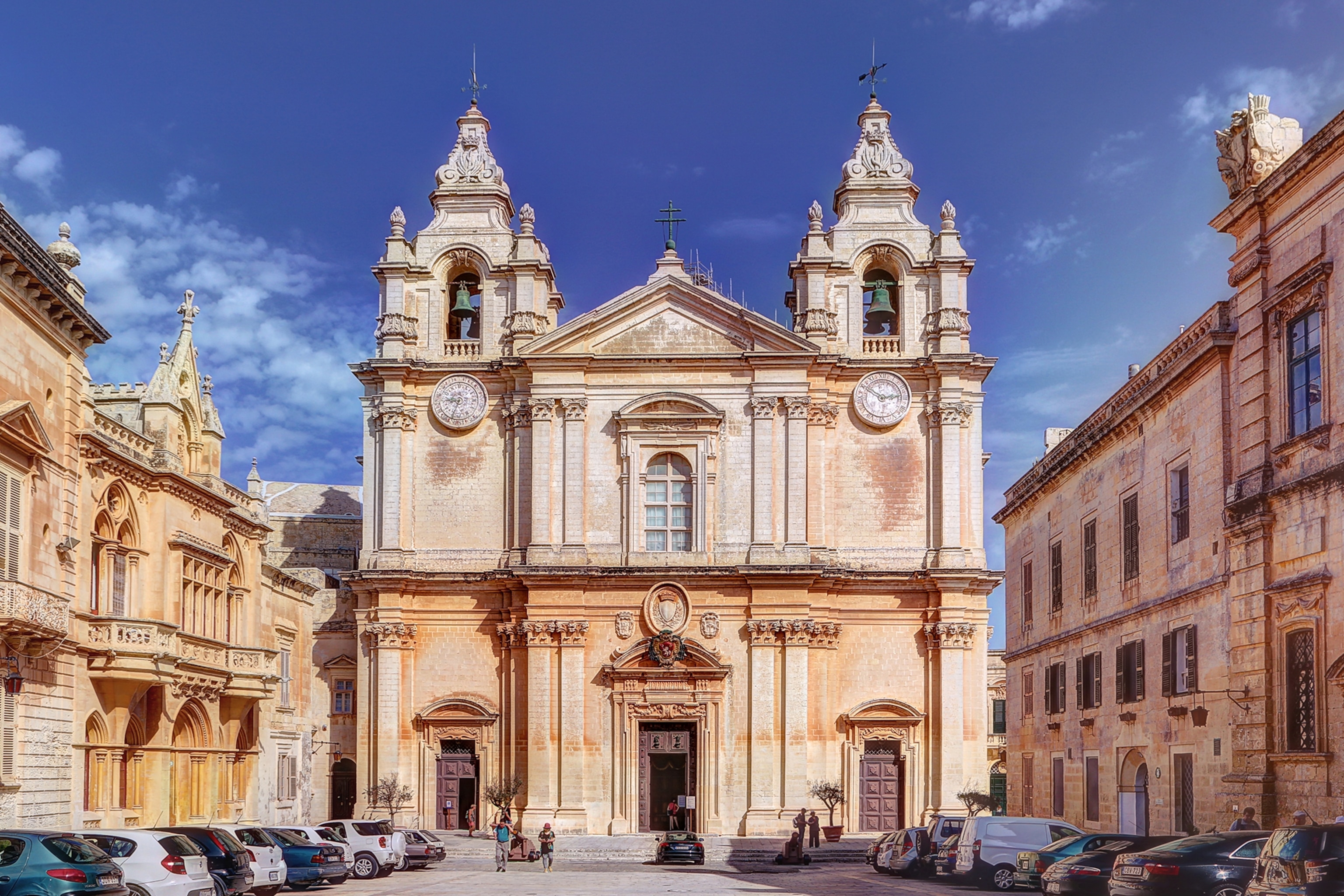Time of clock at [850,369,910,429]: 2:50
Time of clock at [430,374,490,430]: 8:33
